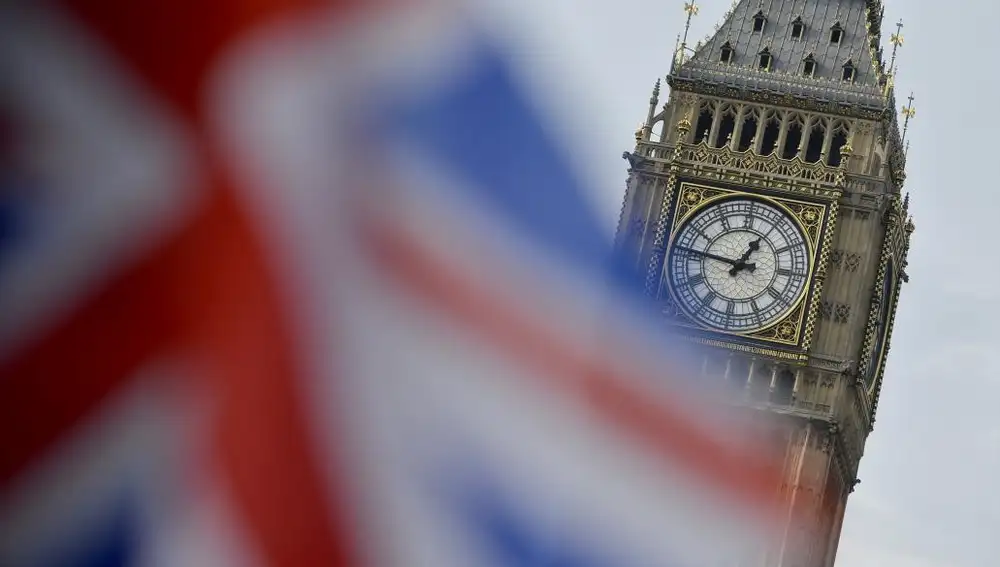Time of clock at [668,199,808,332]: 12:46
